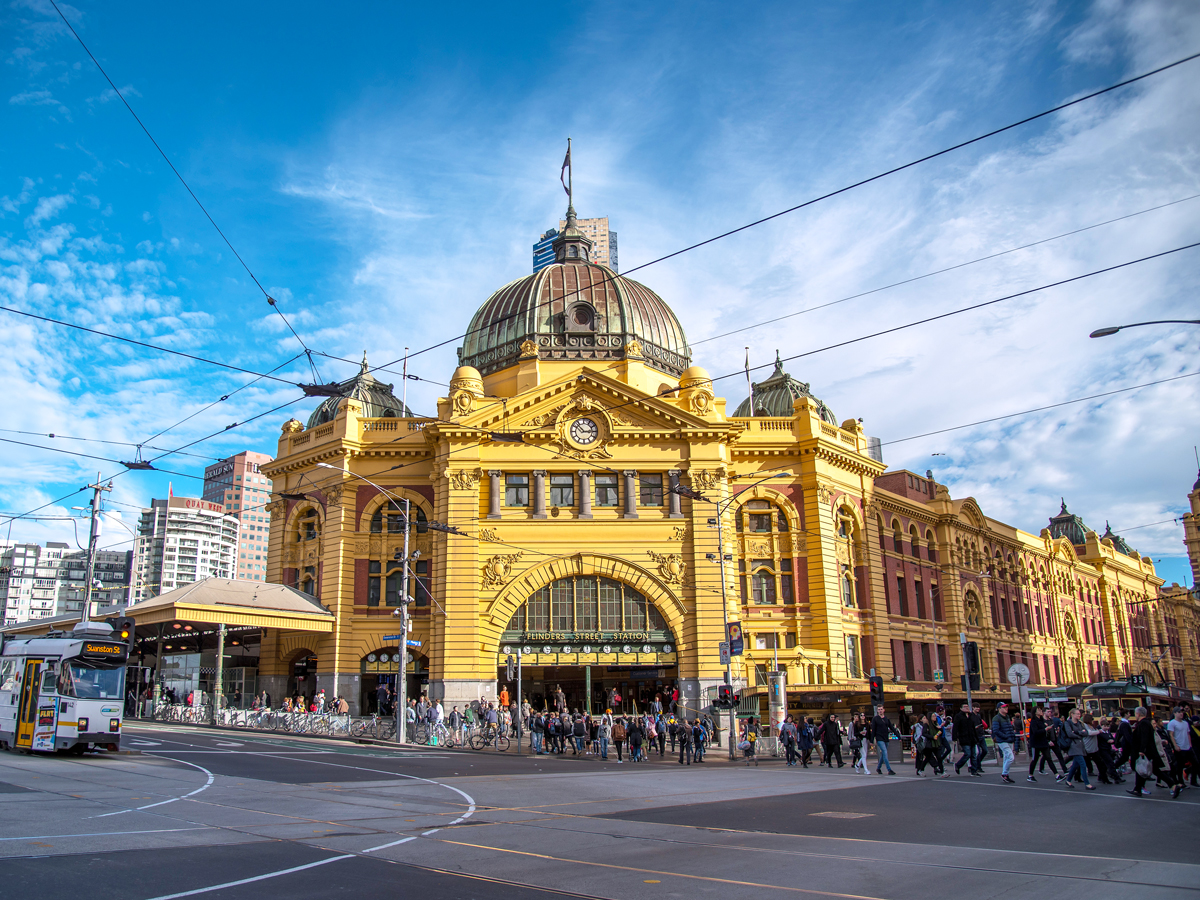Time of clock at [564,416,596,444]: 2:53
